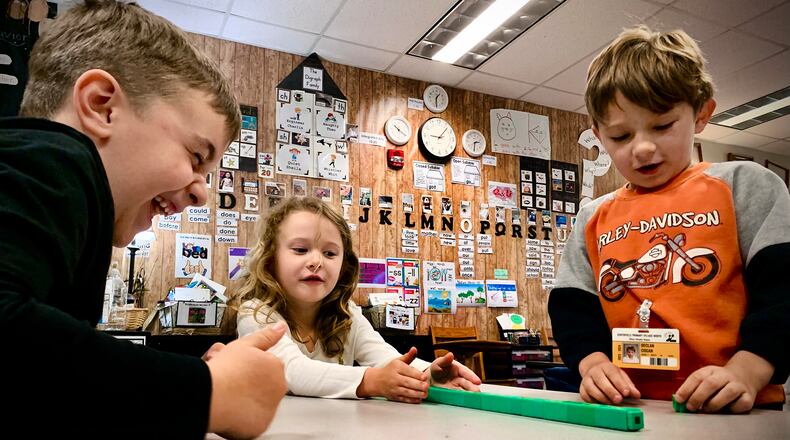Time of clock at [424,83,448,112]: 1:30
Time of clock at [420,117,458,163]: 9:07
